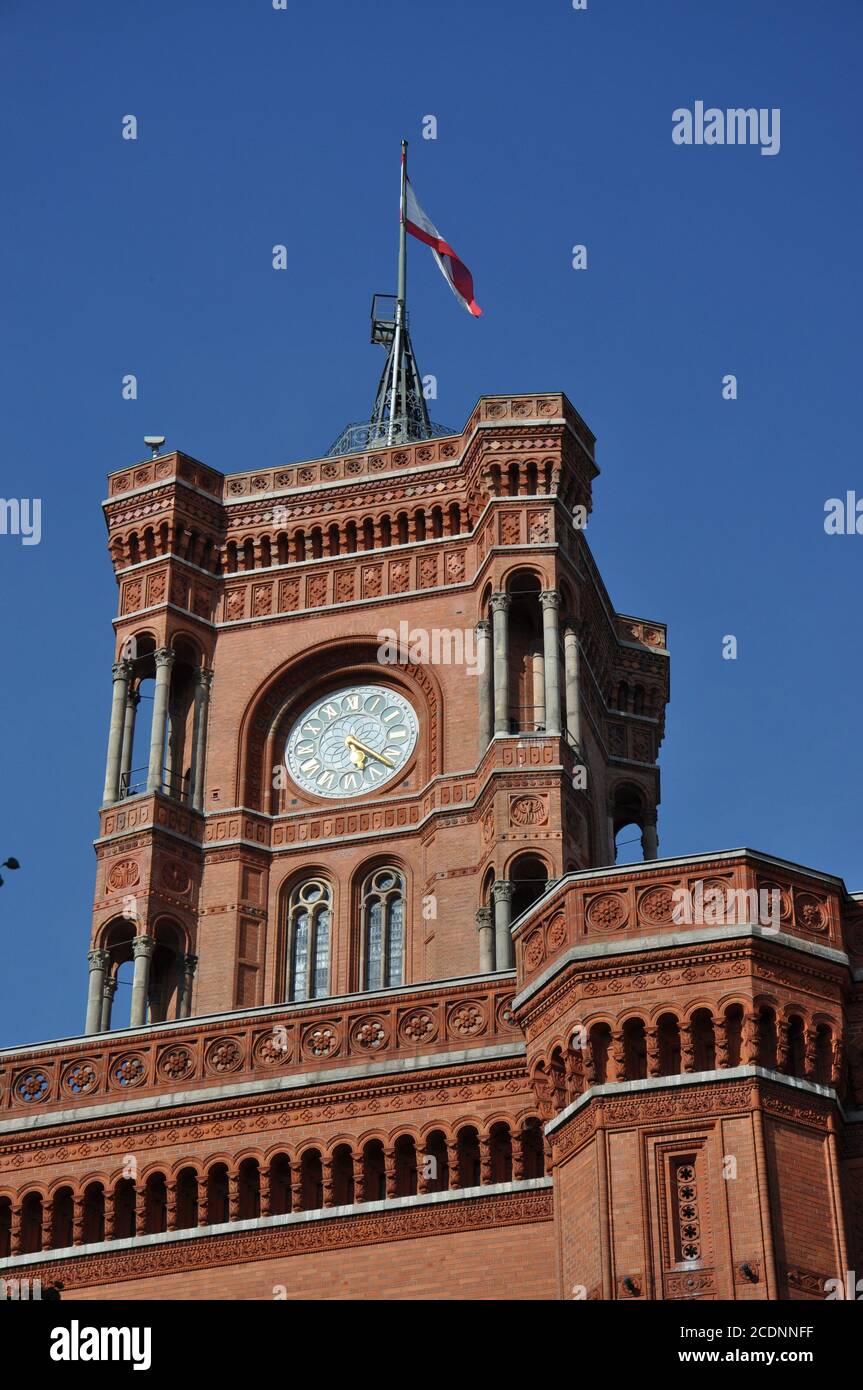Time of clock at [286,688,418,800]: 5:21
